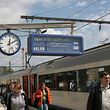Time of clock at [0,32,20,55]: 12:09
